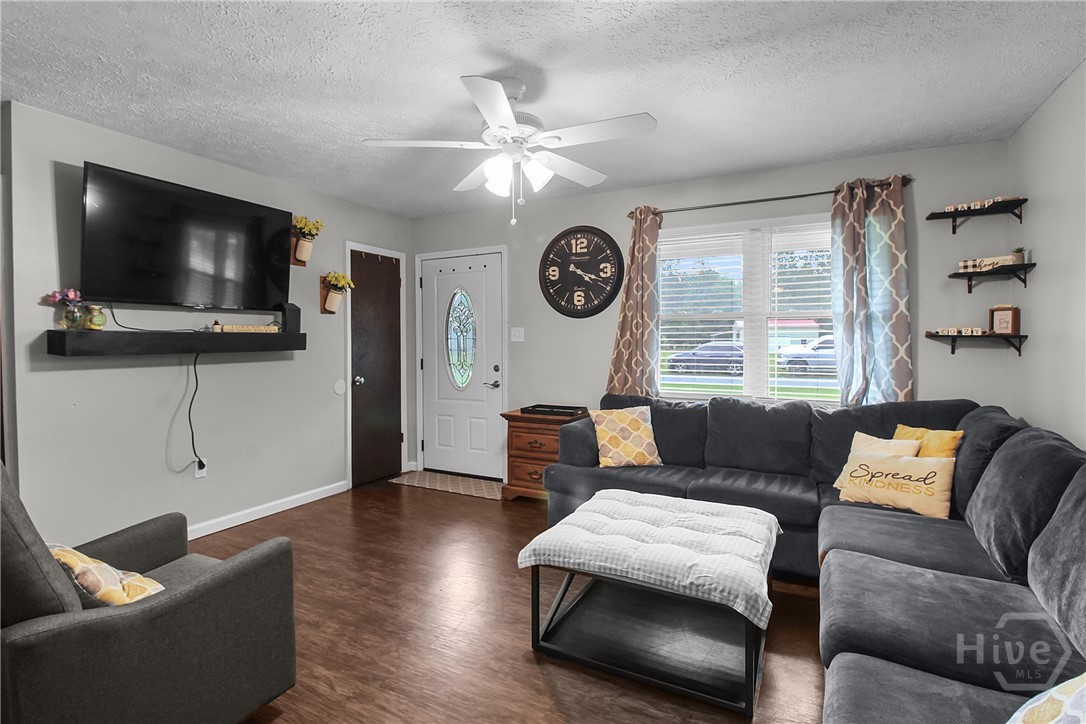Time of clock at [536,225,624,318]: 4:18
